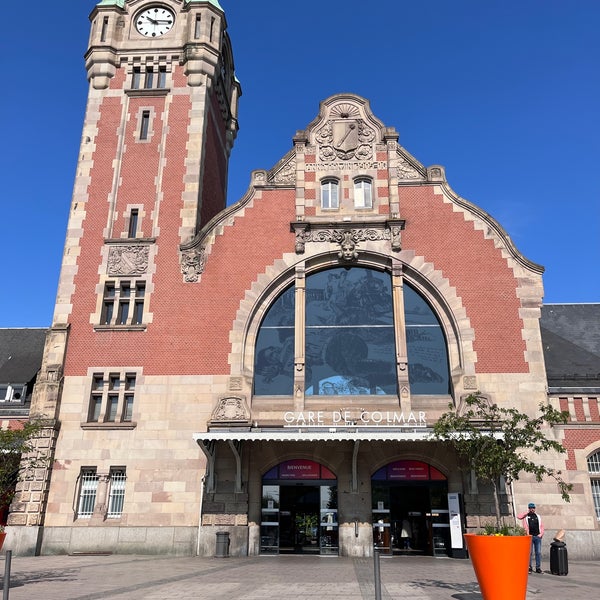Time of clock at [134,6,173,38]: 10:15
